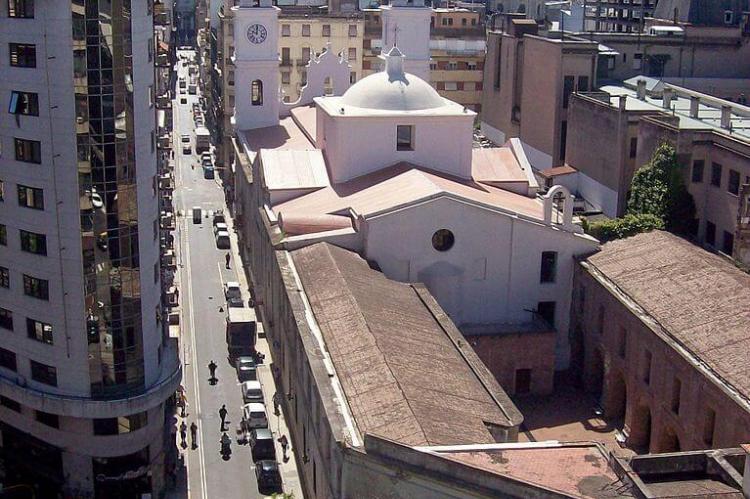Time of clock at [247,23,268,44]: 10:00
